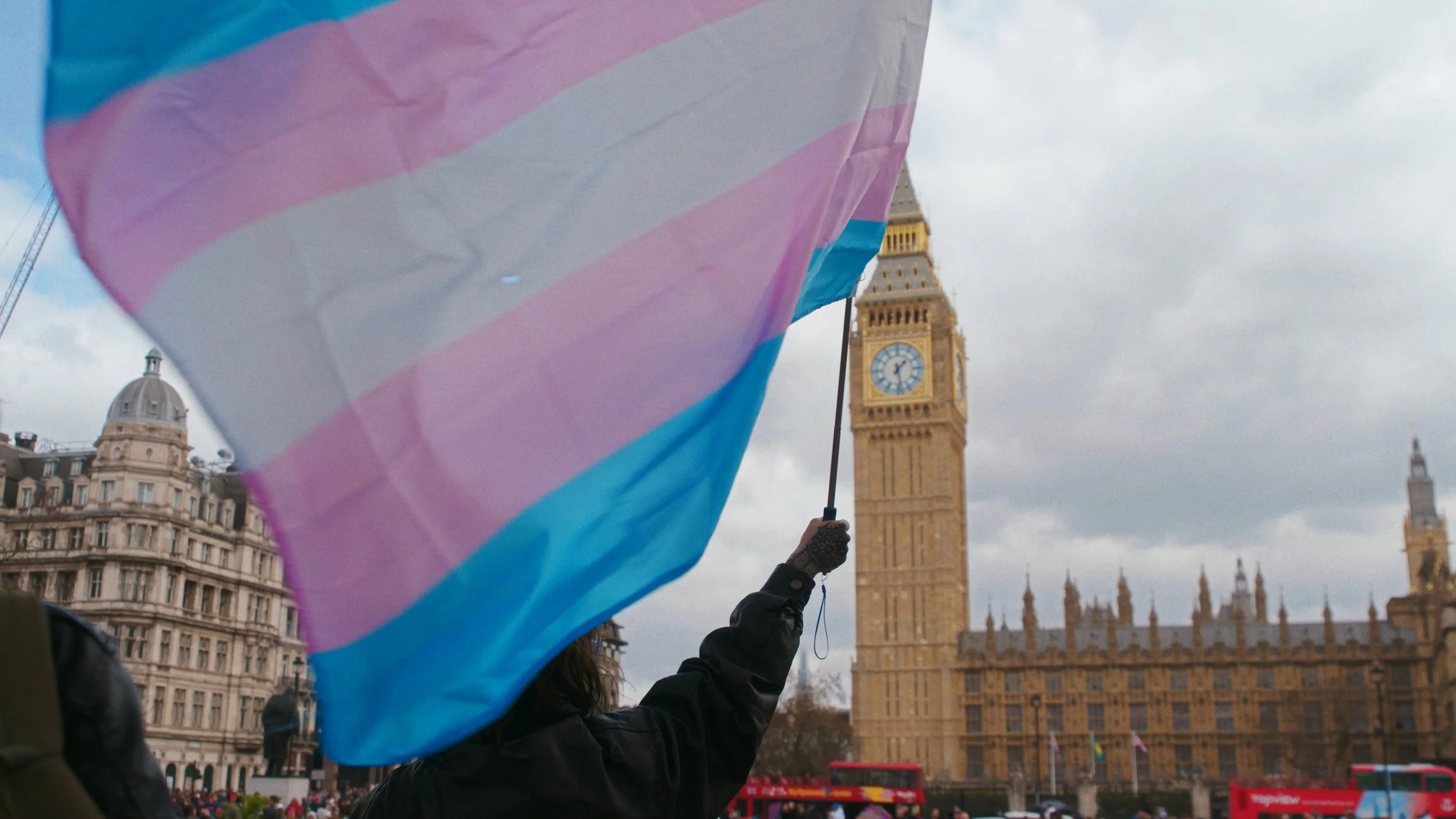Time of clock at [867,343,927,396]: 1:28
